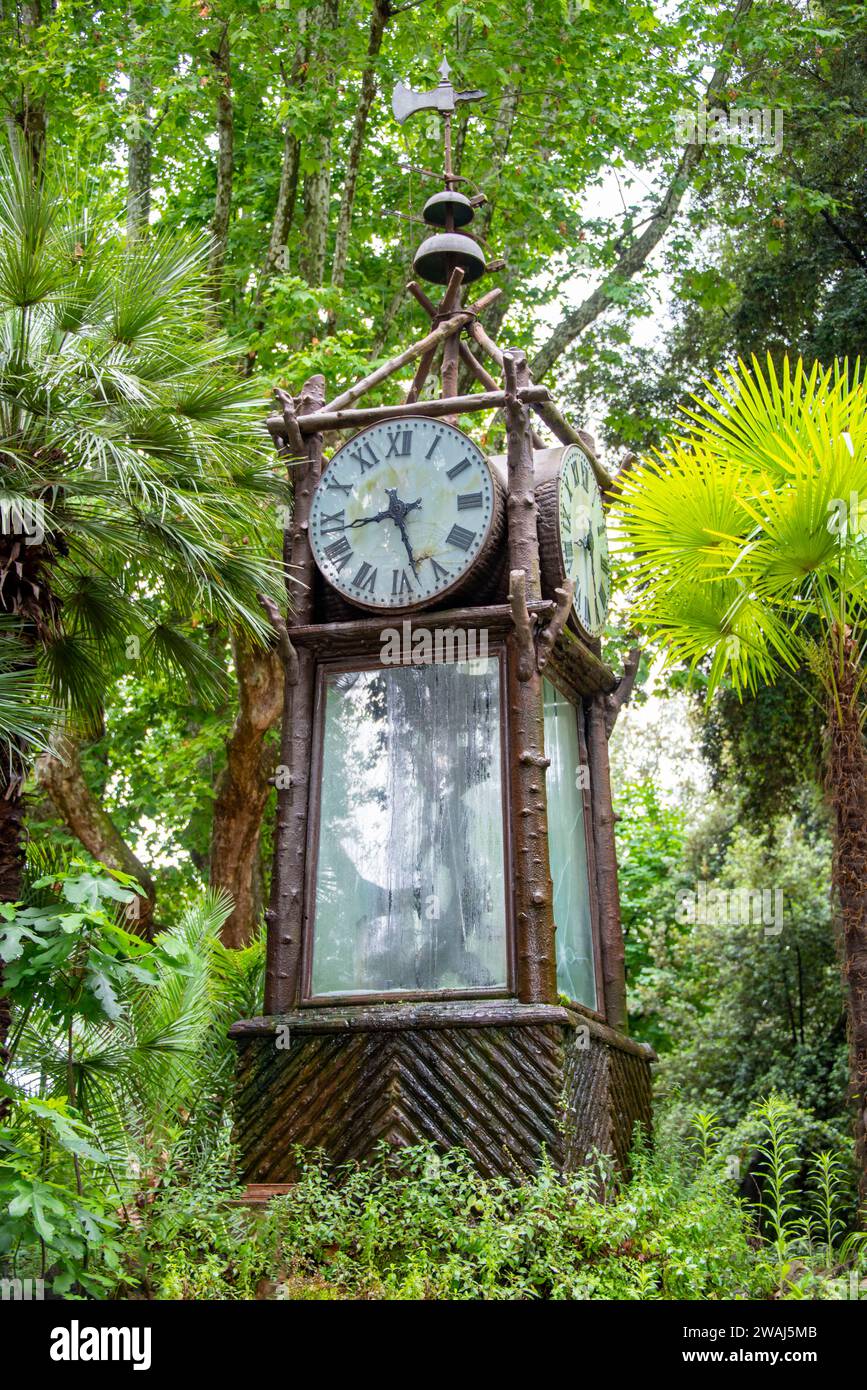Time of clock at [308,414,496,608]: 8:27
